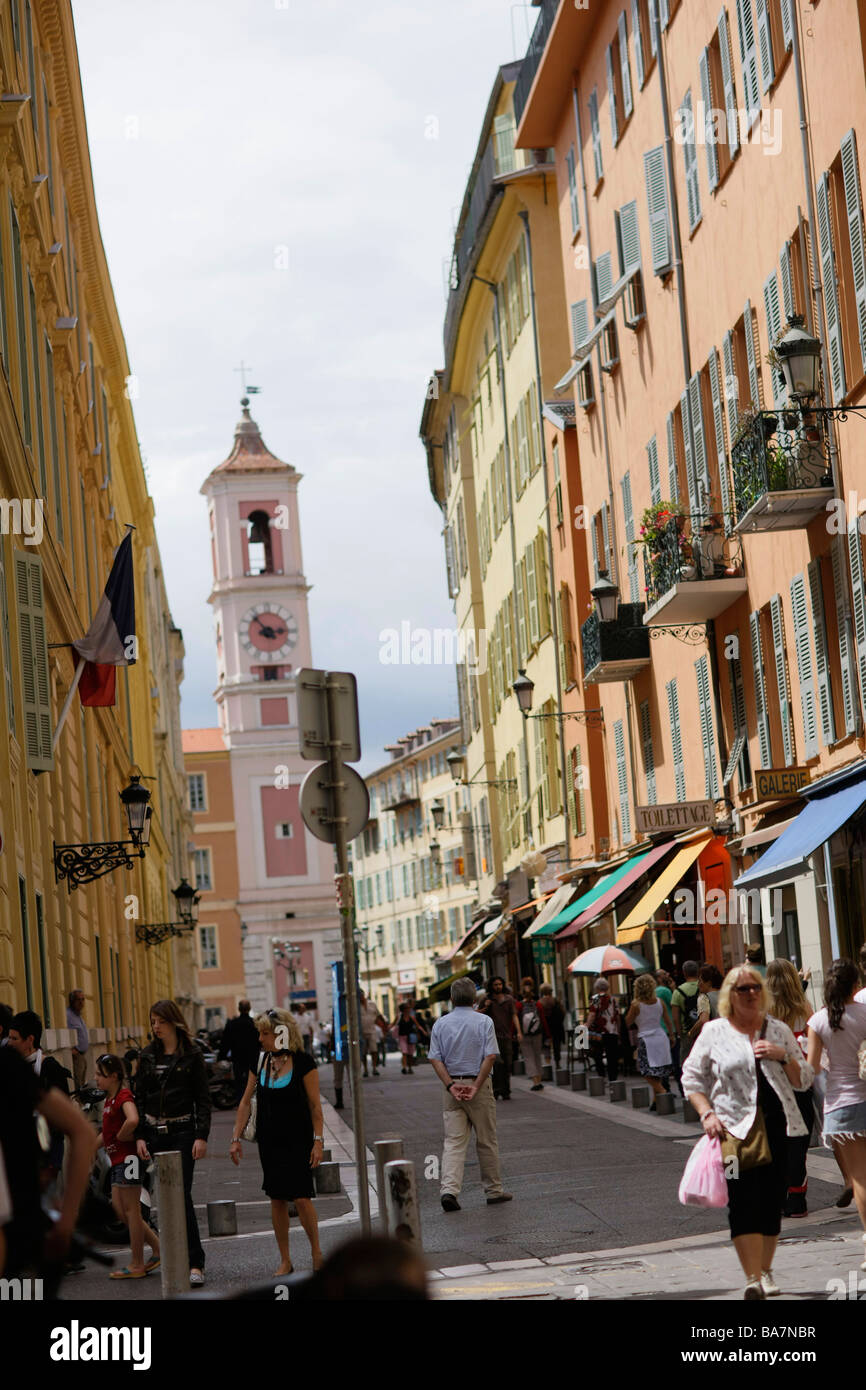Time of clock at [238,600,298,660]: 2:53
